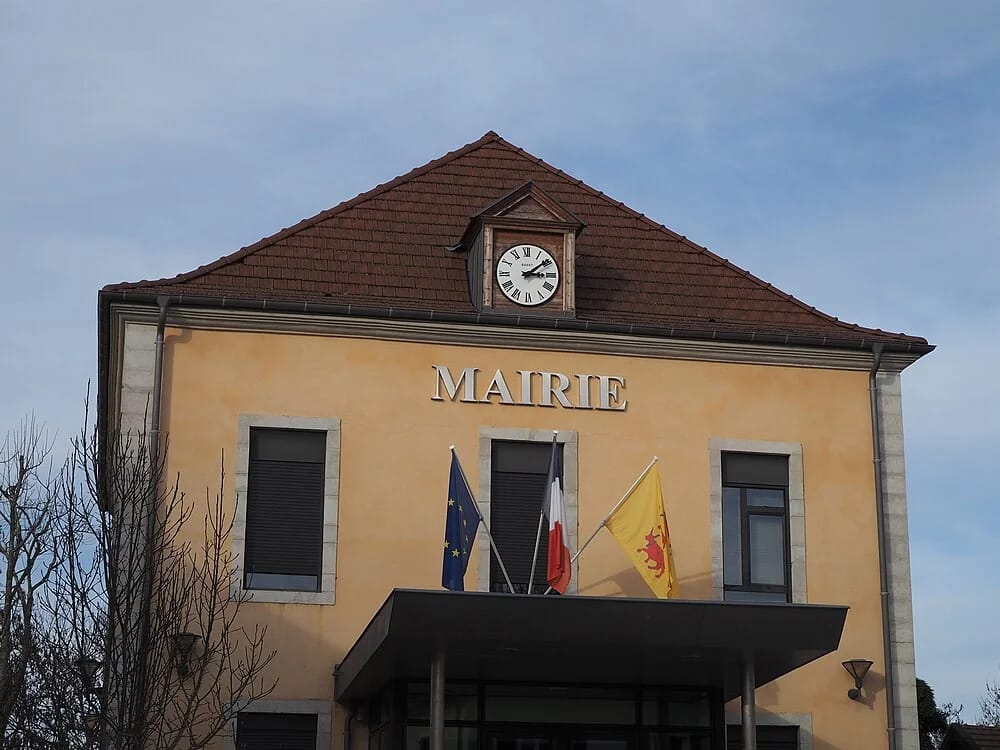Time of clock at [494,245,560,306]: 3:09
